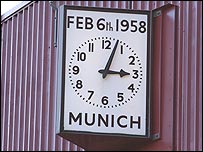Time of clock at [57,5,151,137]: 3:03
